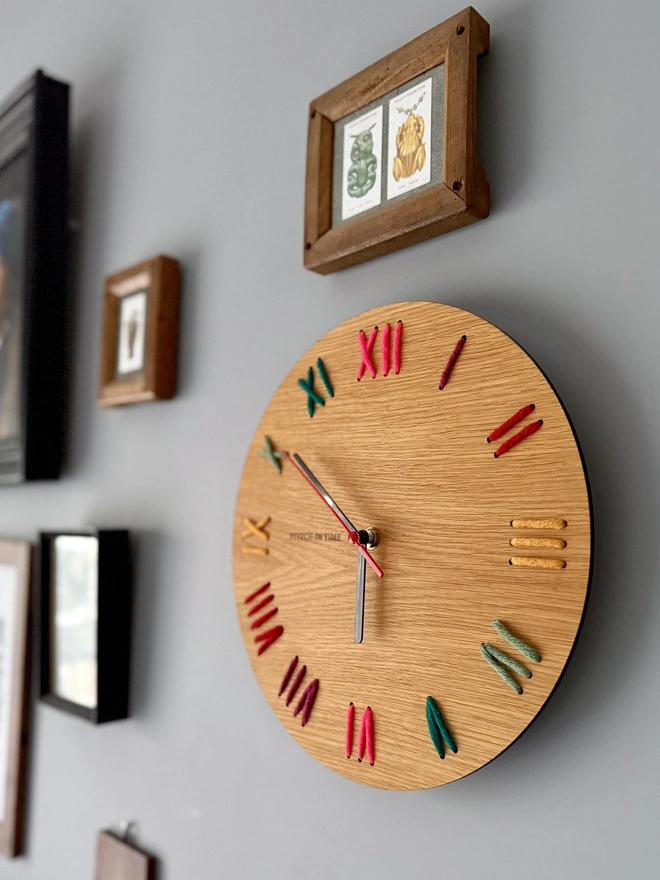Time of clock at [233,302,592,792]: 5:50
